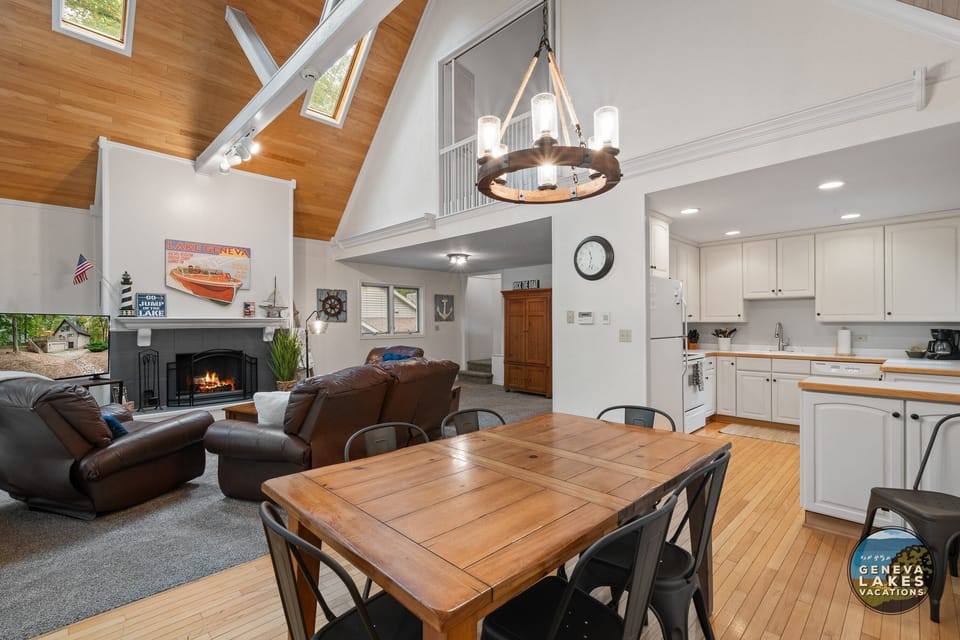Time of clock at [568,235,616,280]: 11:32
